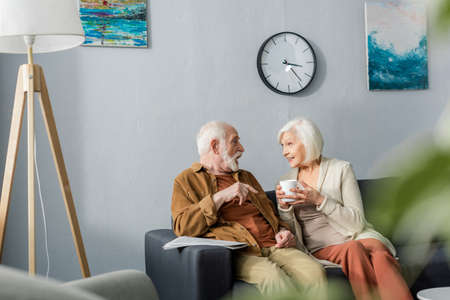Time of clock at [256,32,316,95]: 3:23
